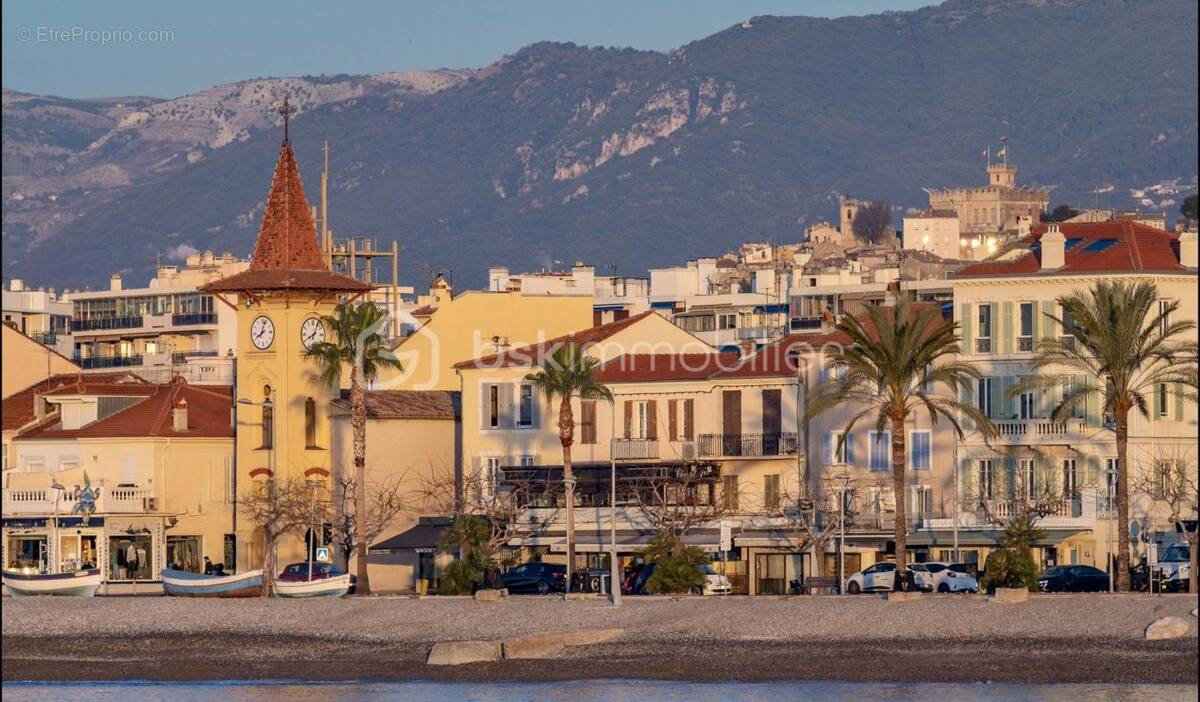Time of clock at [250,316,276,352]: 8:03
